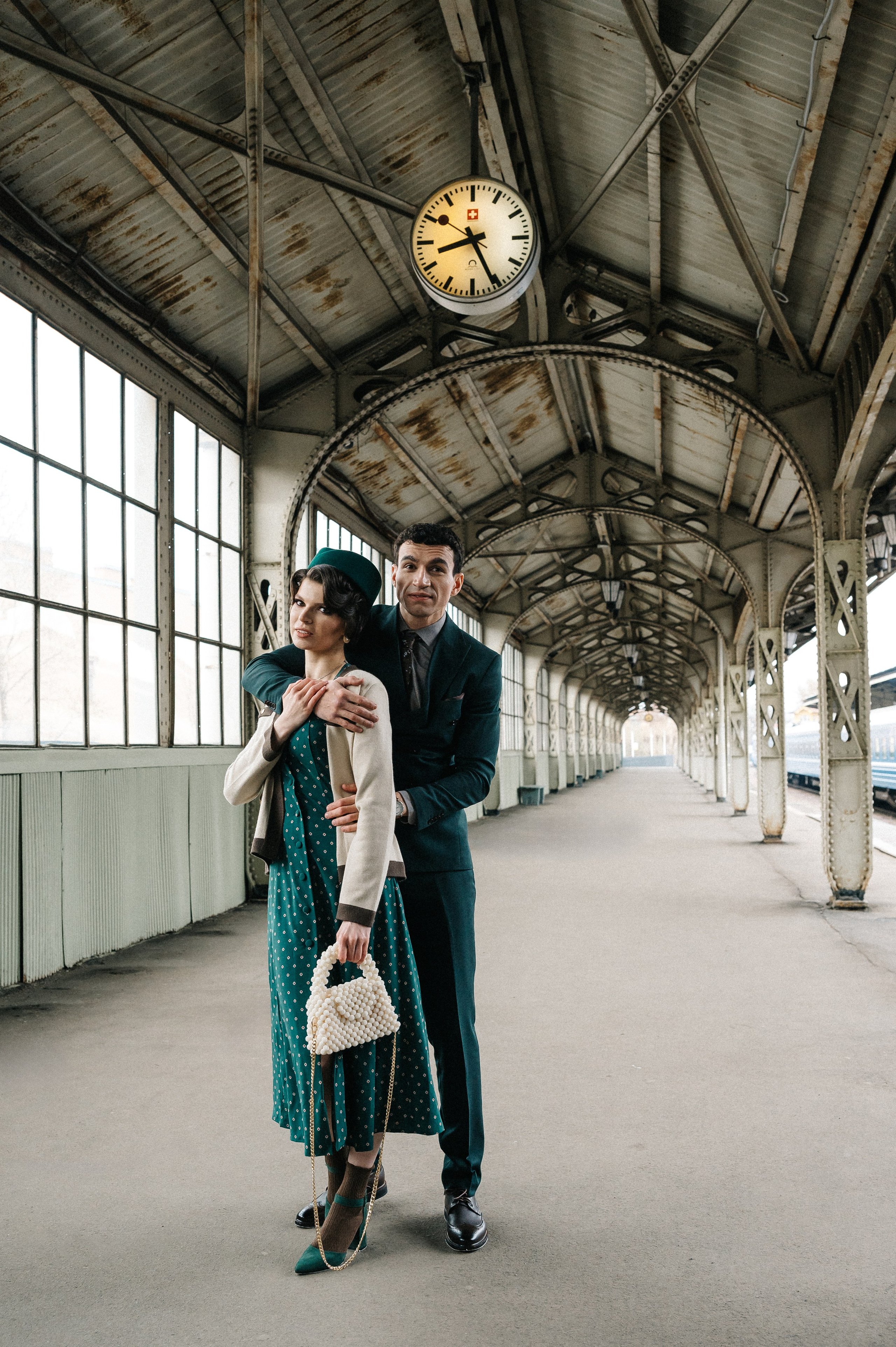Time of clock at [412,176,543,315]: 8:25
